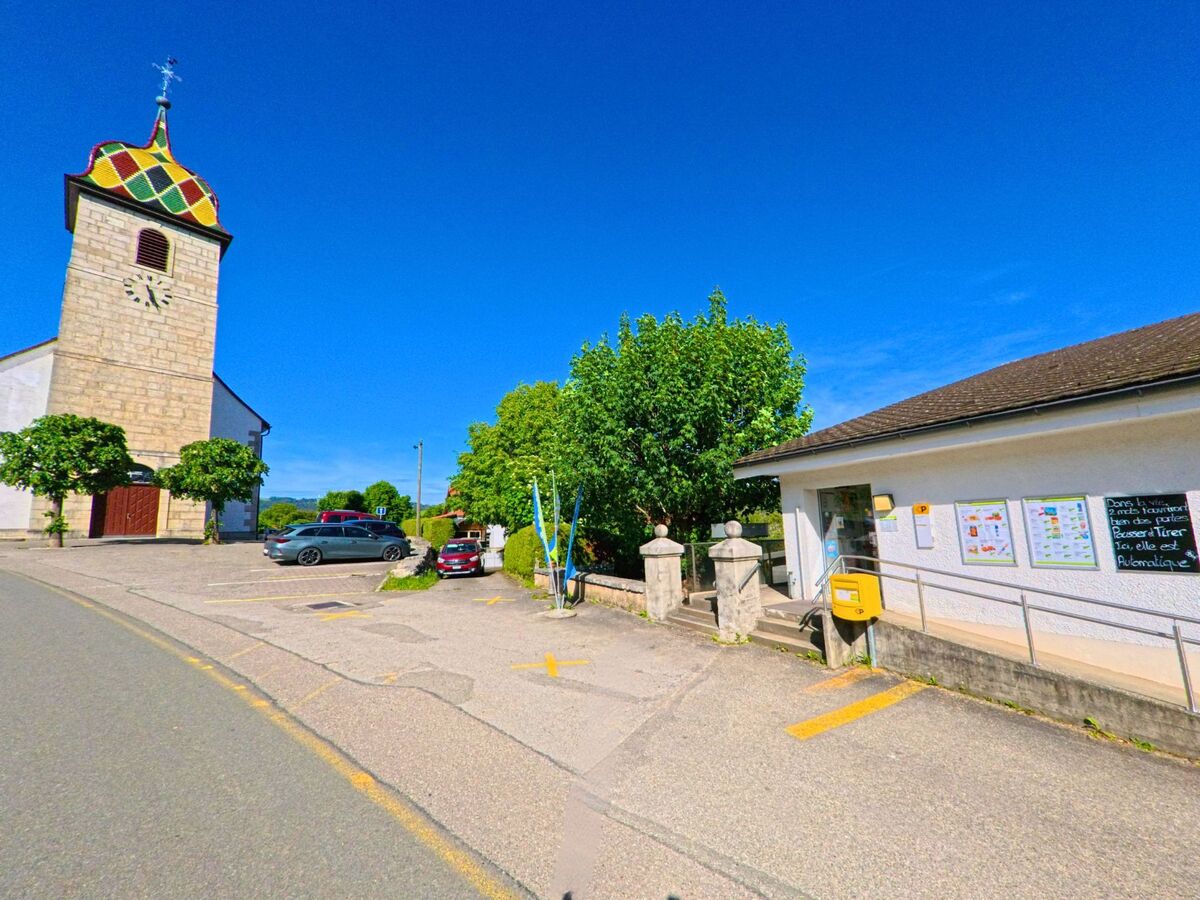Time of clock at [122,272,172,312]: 5:26
